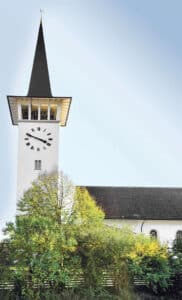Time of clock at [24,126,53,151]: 3:48
